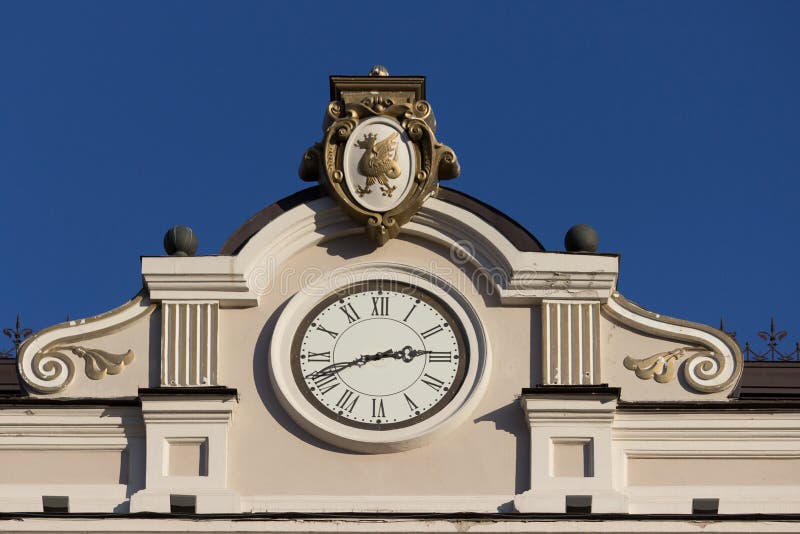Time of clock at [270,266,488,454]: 2:41
